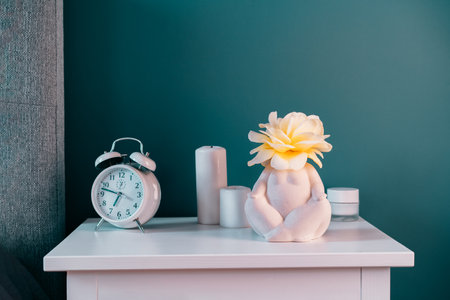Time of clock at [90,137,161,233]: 6:47
